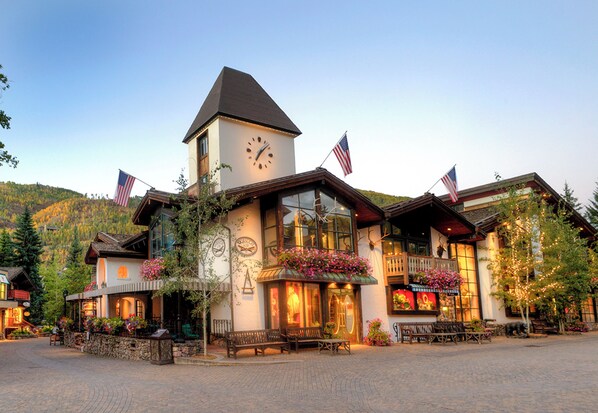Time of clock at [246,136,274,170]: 7:08
